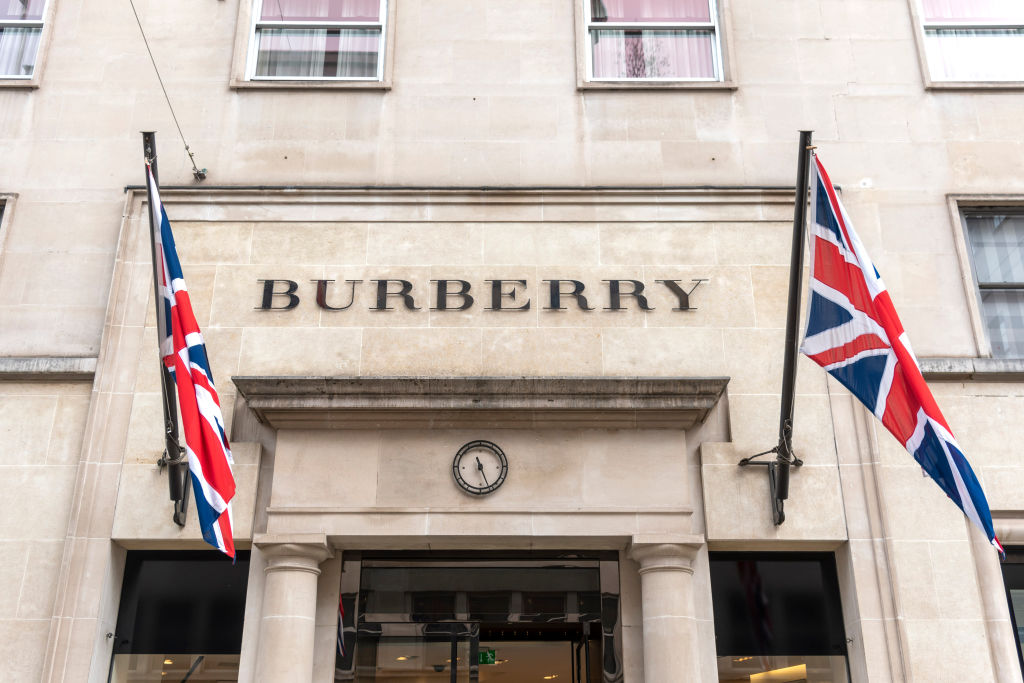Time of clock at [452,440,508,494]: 11:26
